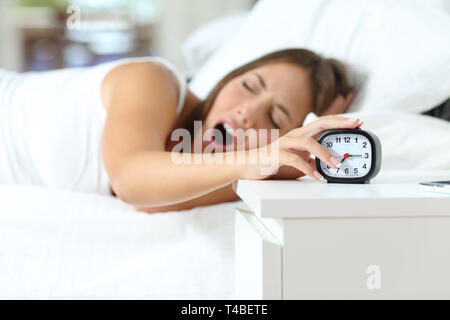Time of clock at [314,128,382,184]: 7:14
